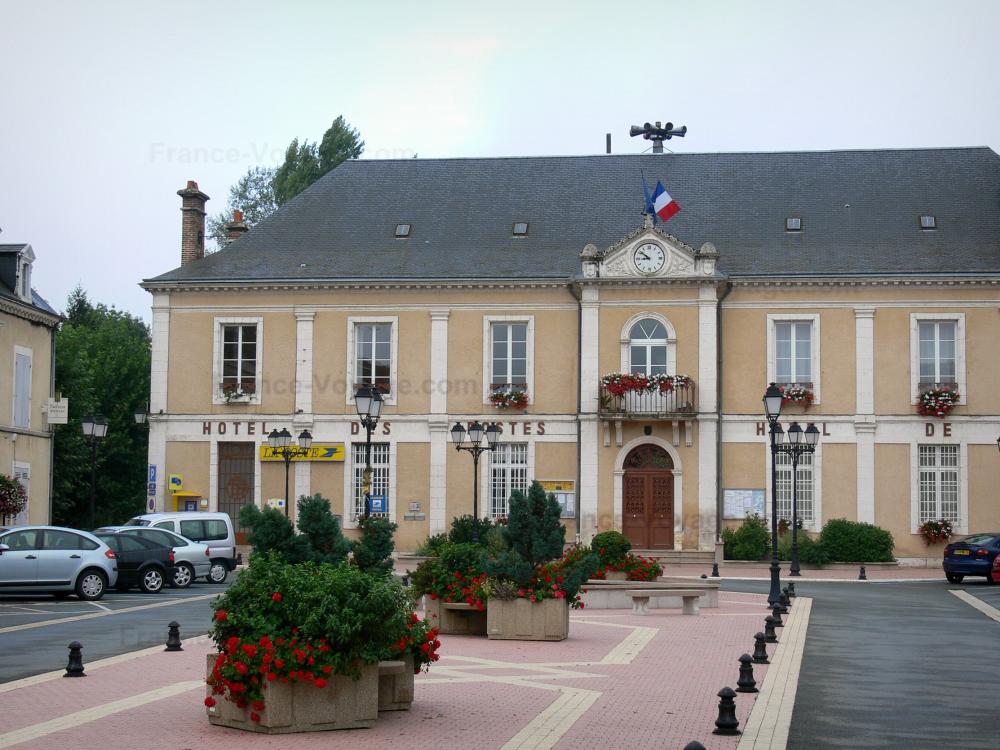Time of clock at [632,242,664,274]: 8:51
